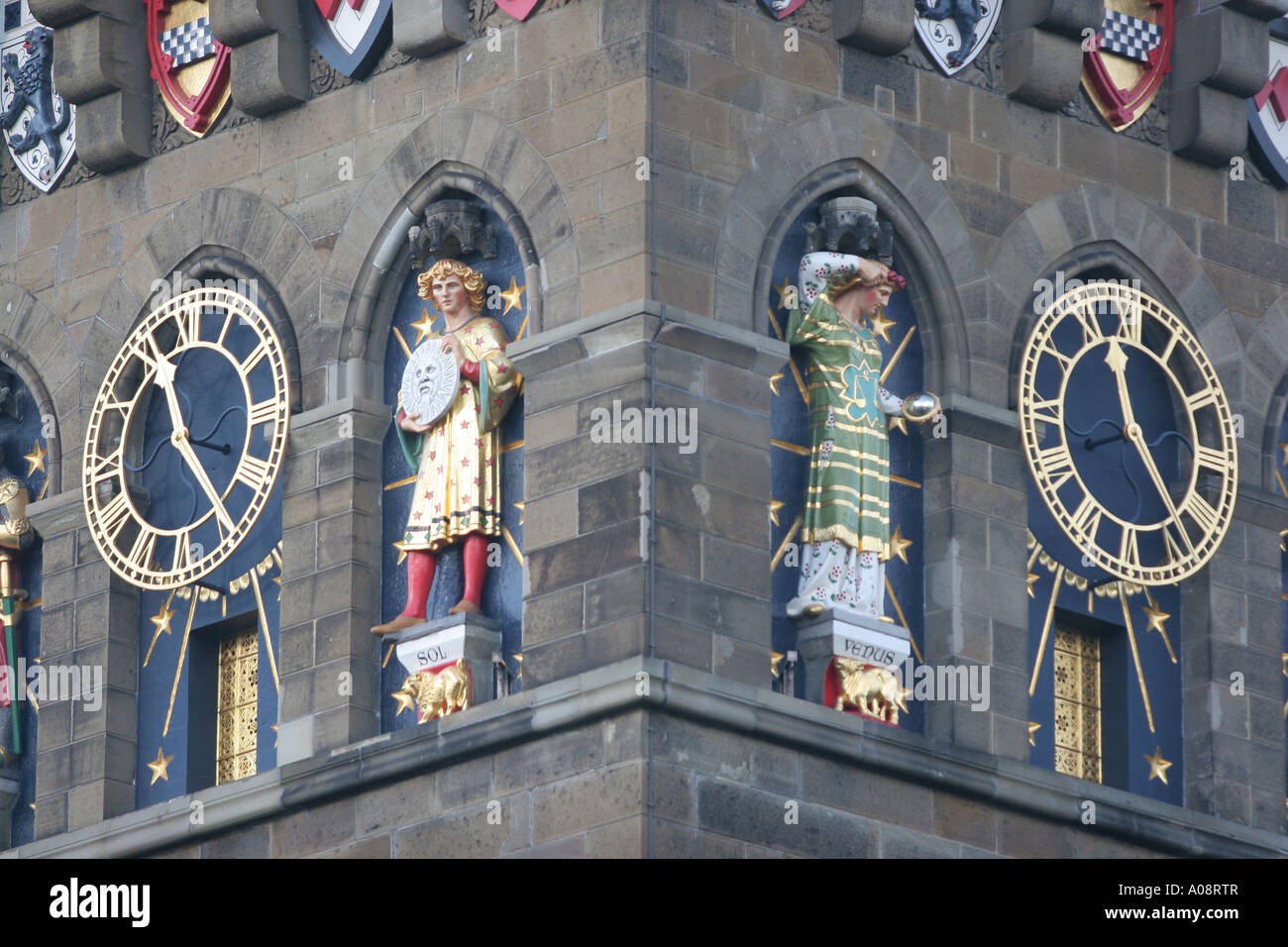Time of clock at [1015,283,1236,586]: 11:23
